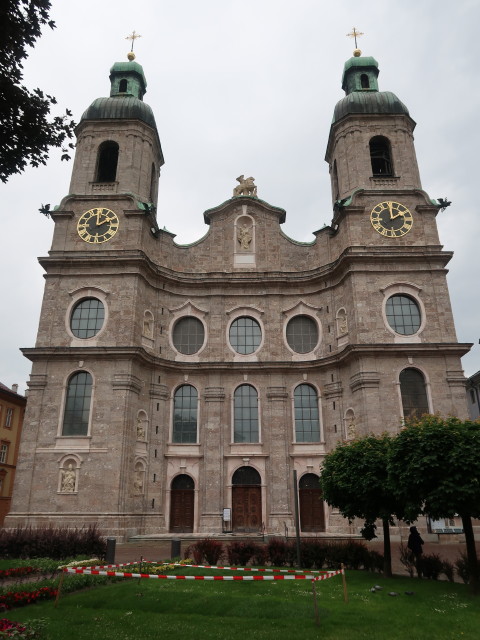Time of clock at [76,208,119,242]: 2:00
